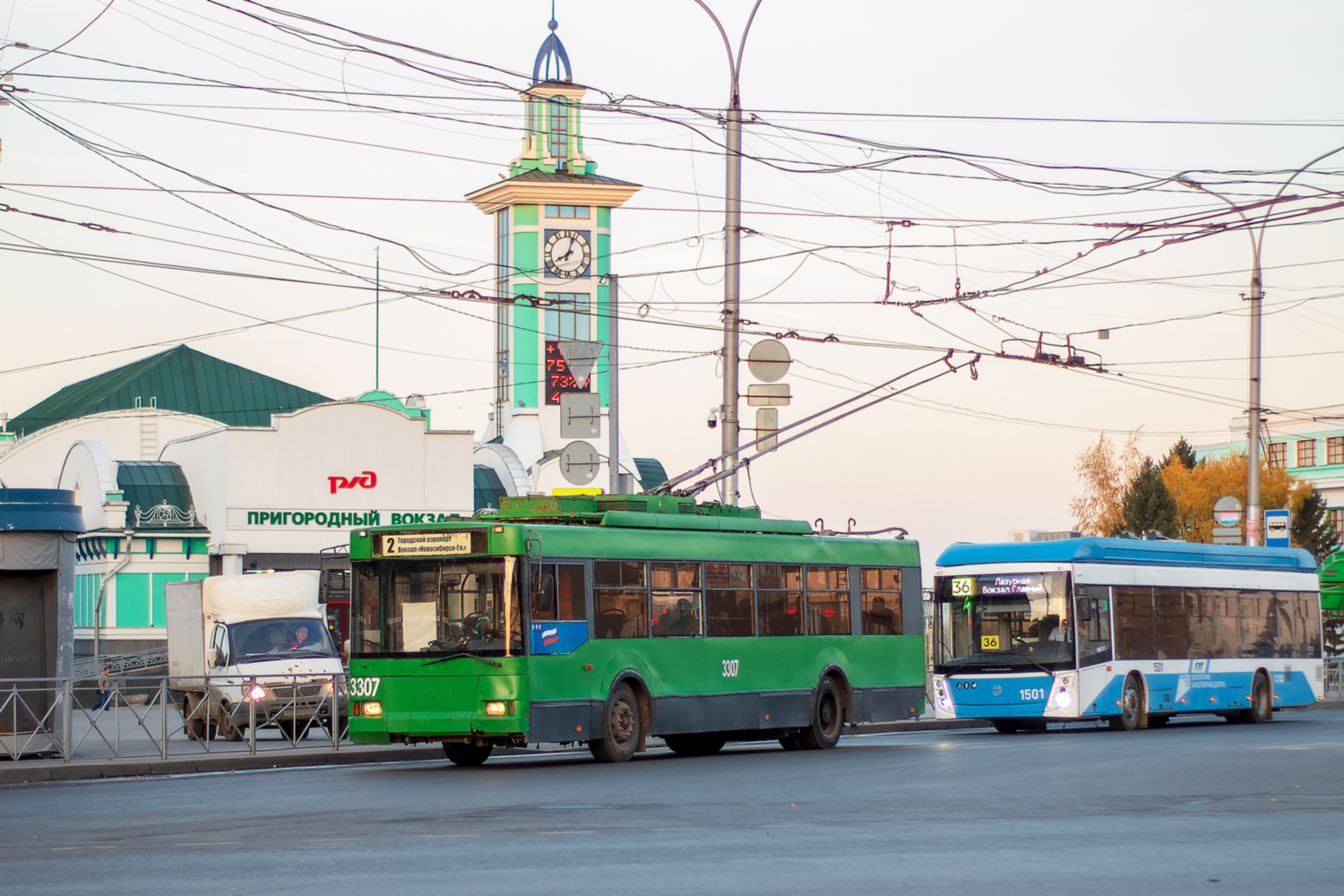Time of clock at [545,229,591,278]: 8:03
